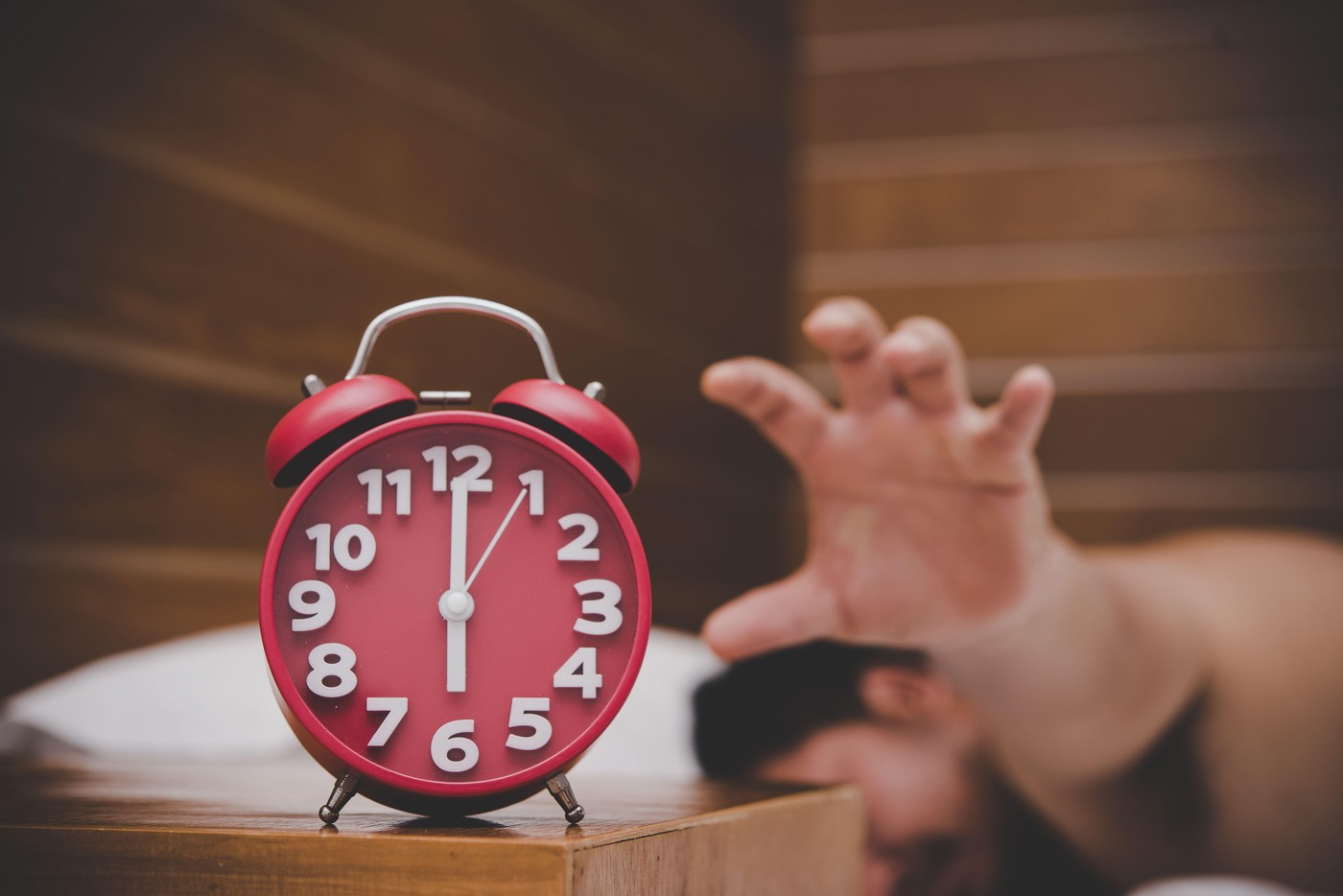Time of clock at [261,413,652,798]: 6:00
